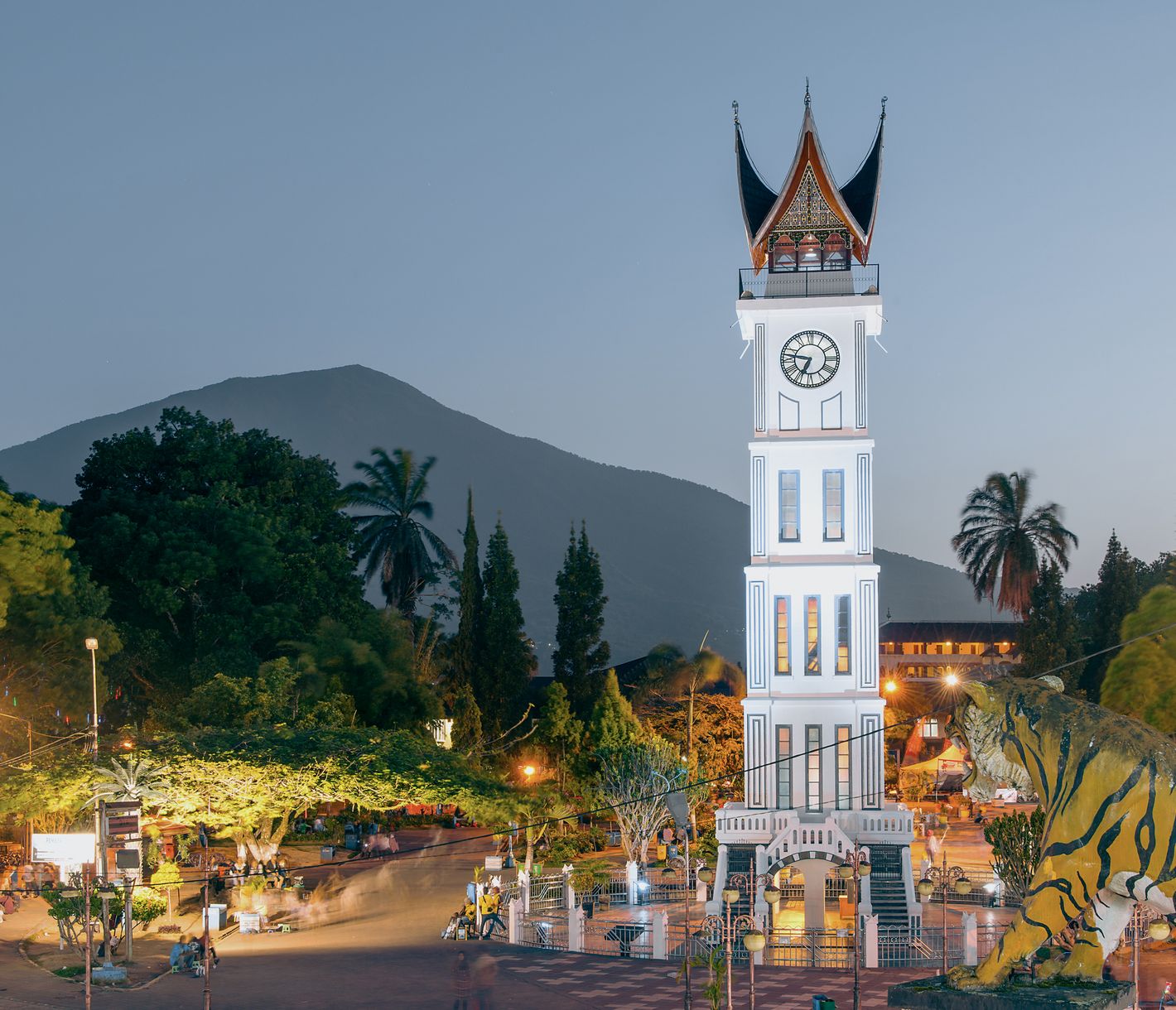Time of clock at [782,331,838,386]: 6:46
